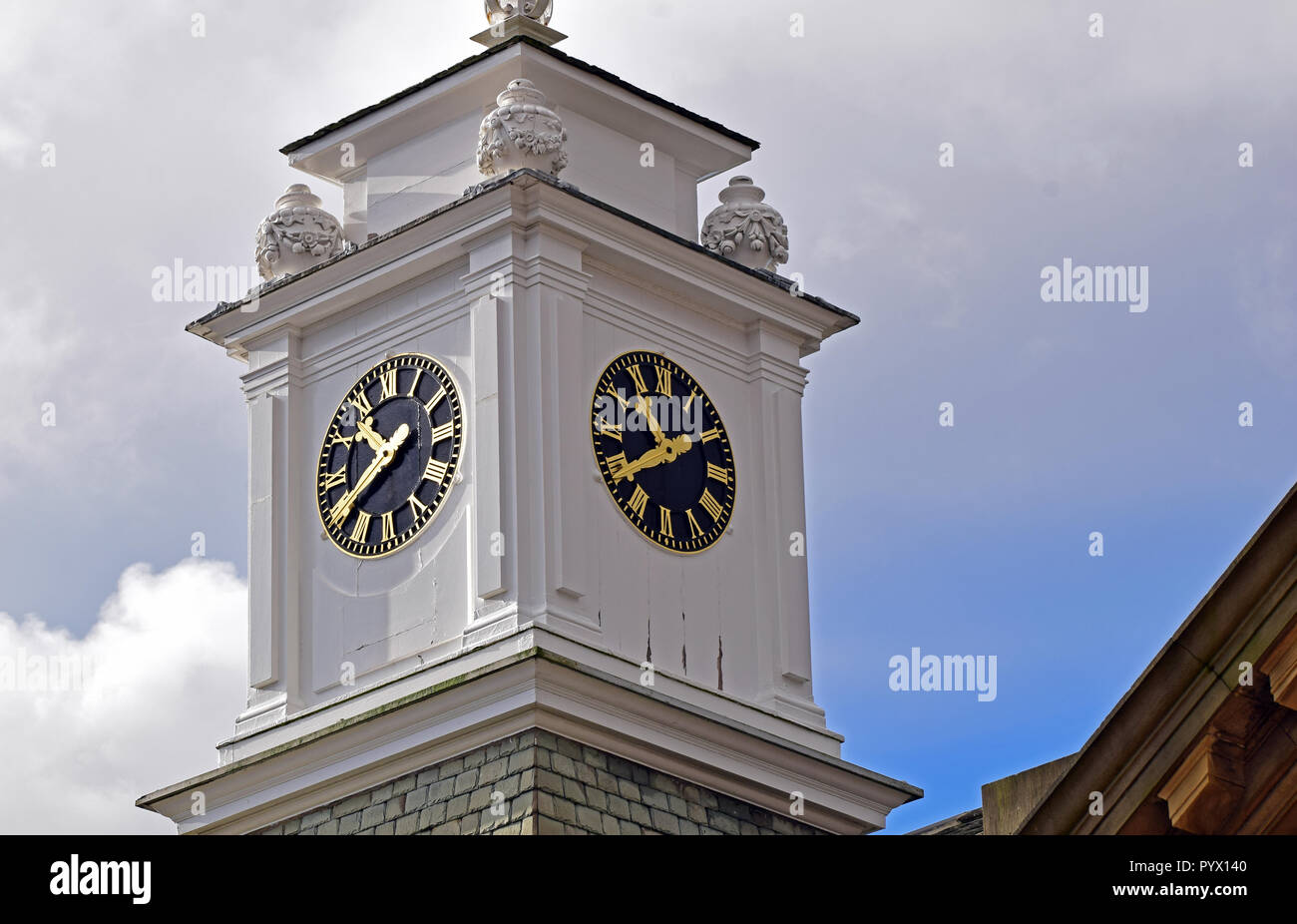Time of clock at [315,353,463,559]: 10:40
